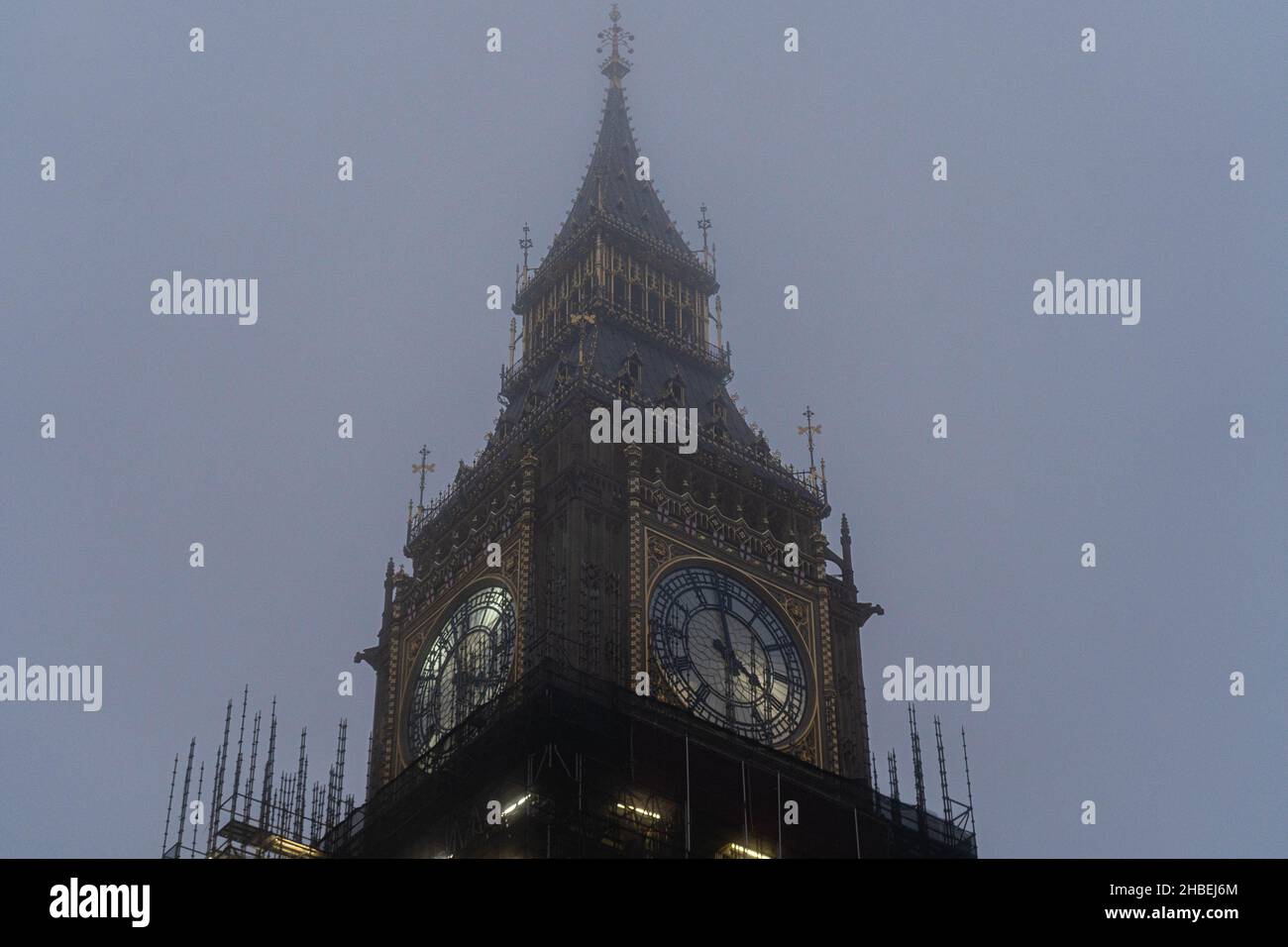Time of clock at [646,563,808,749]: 3:58
